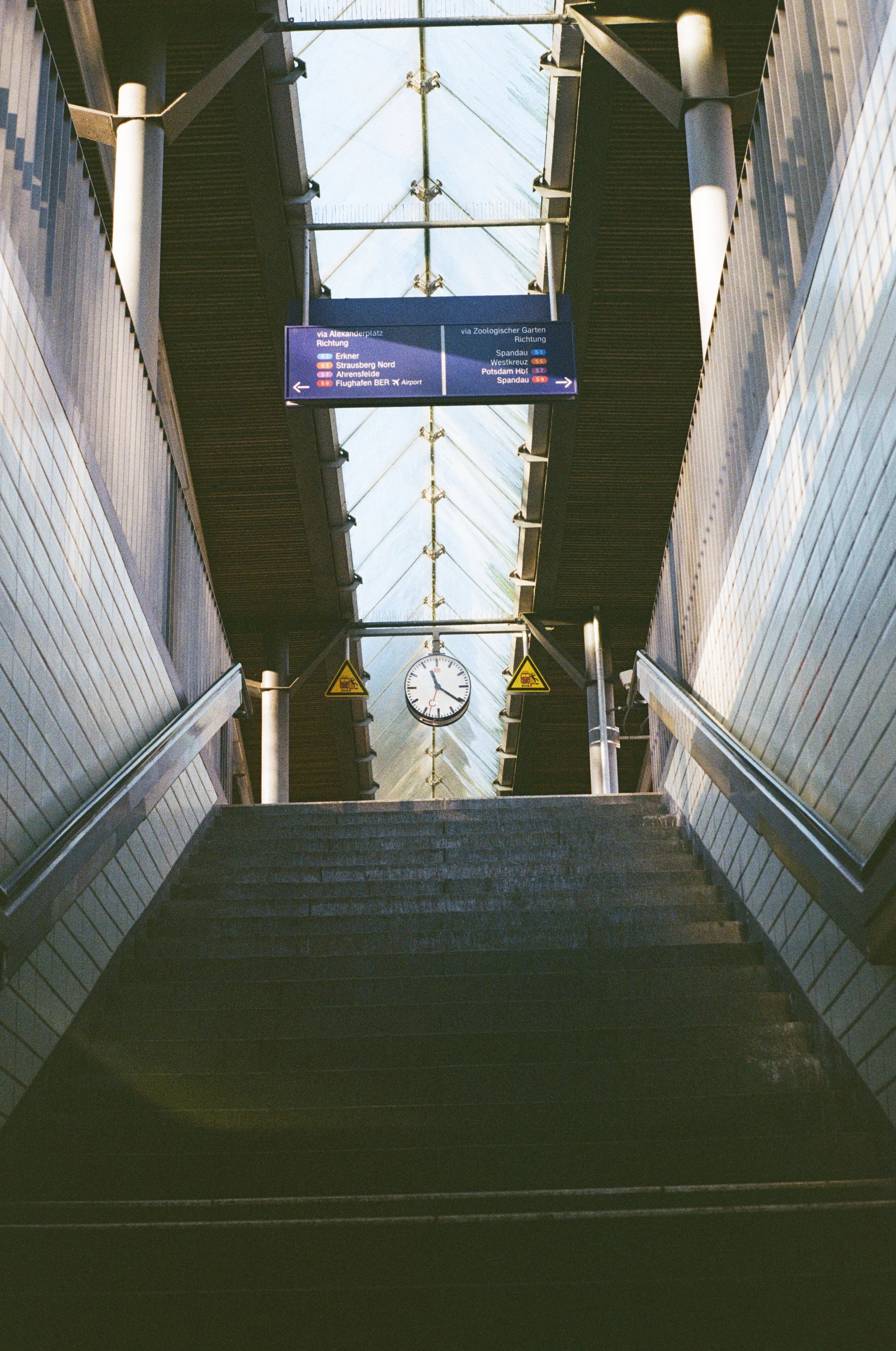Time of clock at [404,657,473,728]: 11:20
